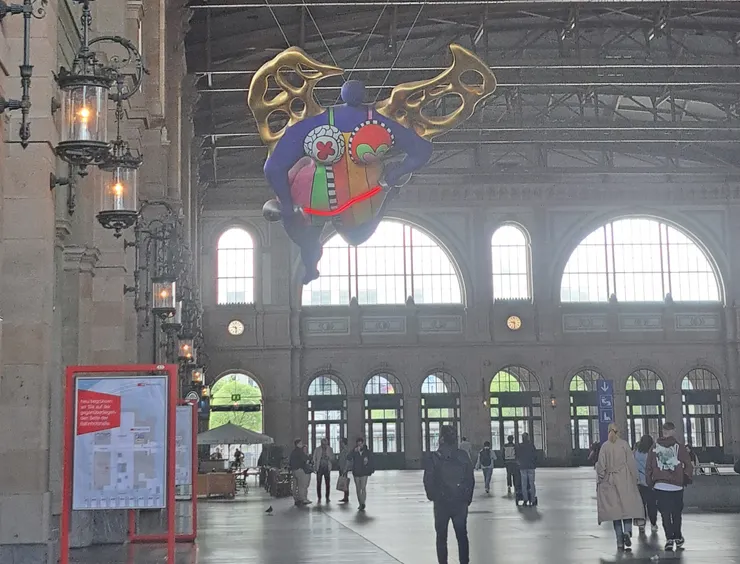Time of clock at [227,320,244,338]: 9:28
